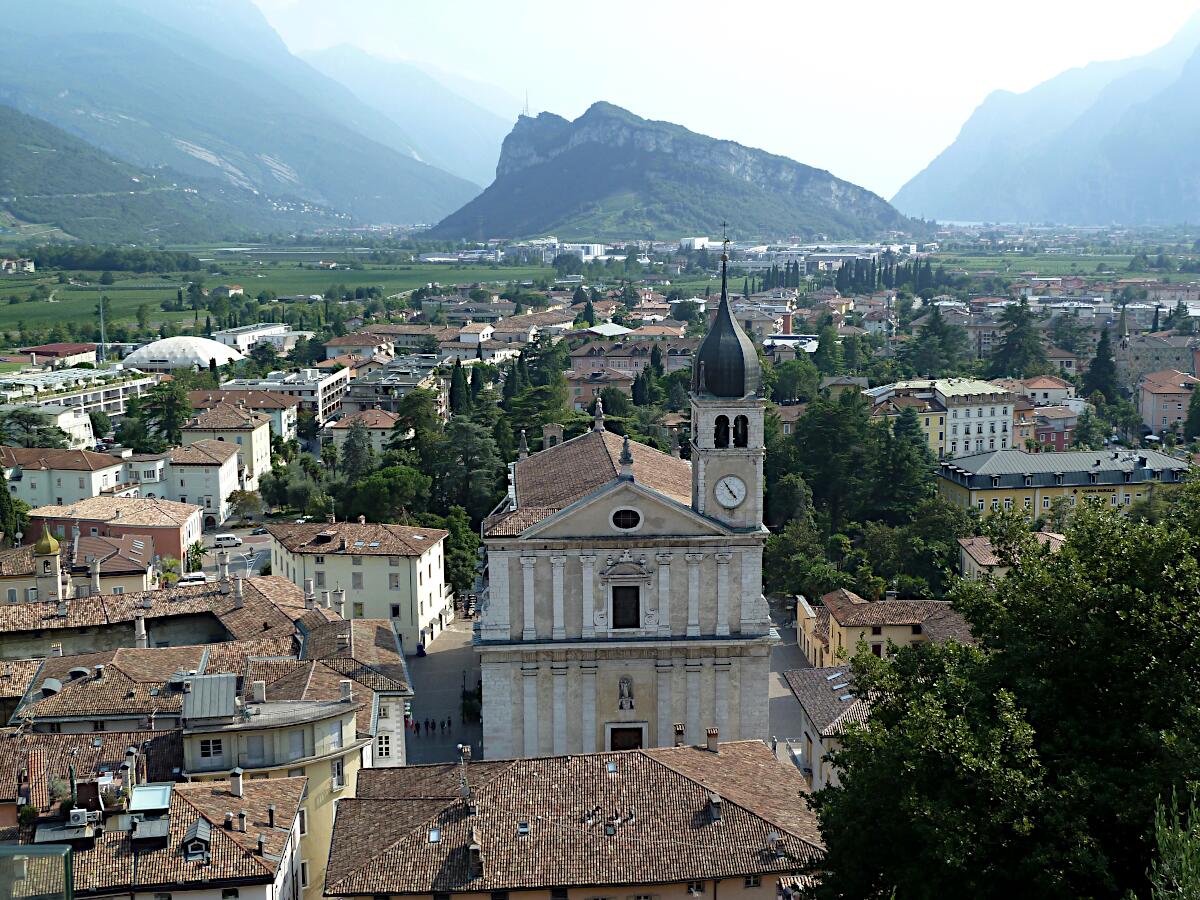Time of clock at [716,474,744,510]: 4:54
